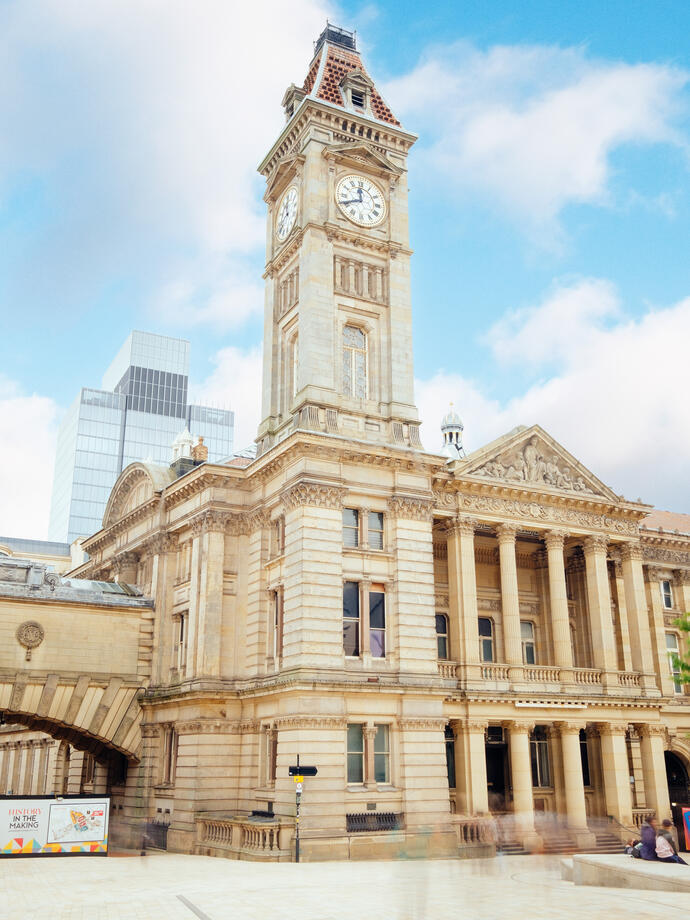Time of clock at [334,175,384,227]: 11:40
